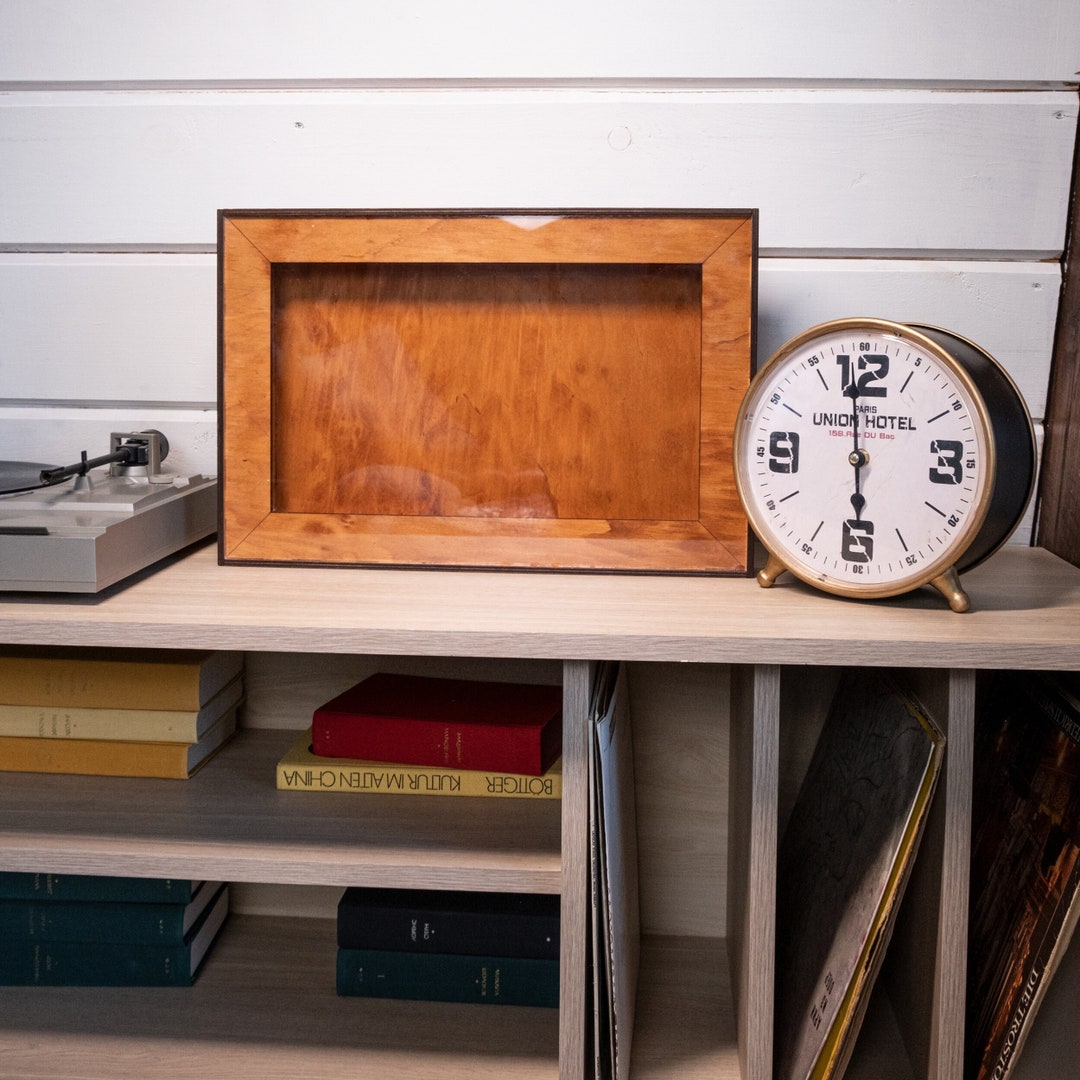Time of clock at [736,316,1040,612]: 5:58
